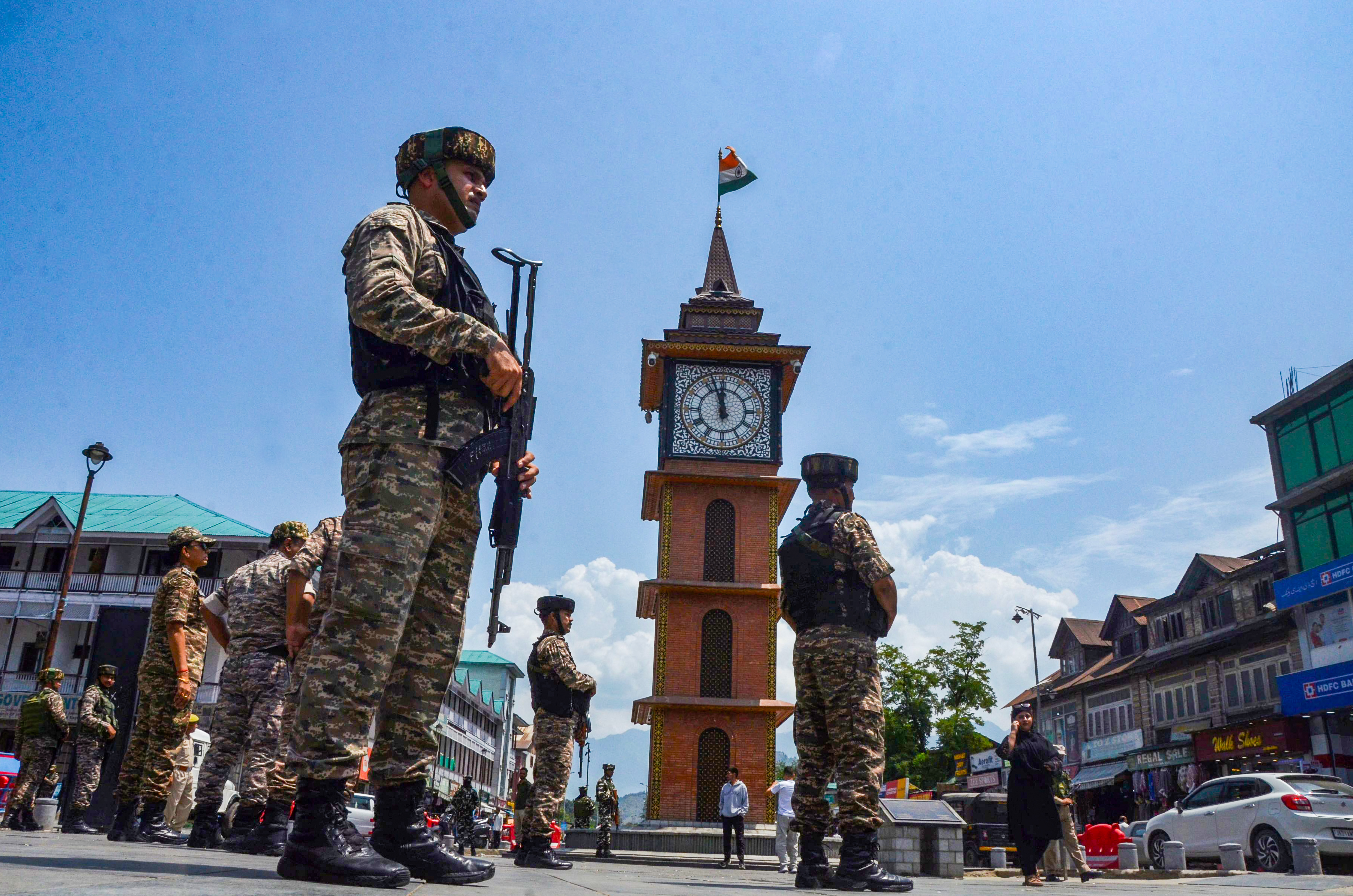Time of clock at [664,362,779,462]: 11:57
